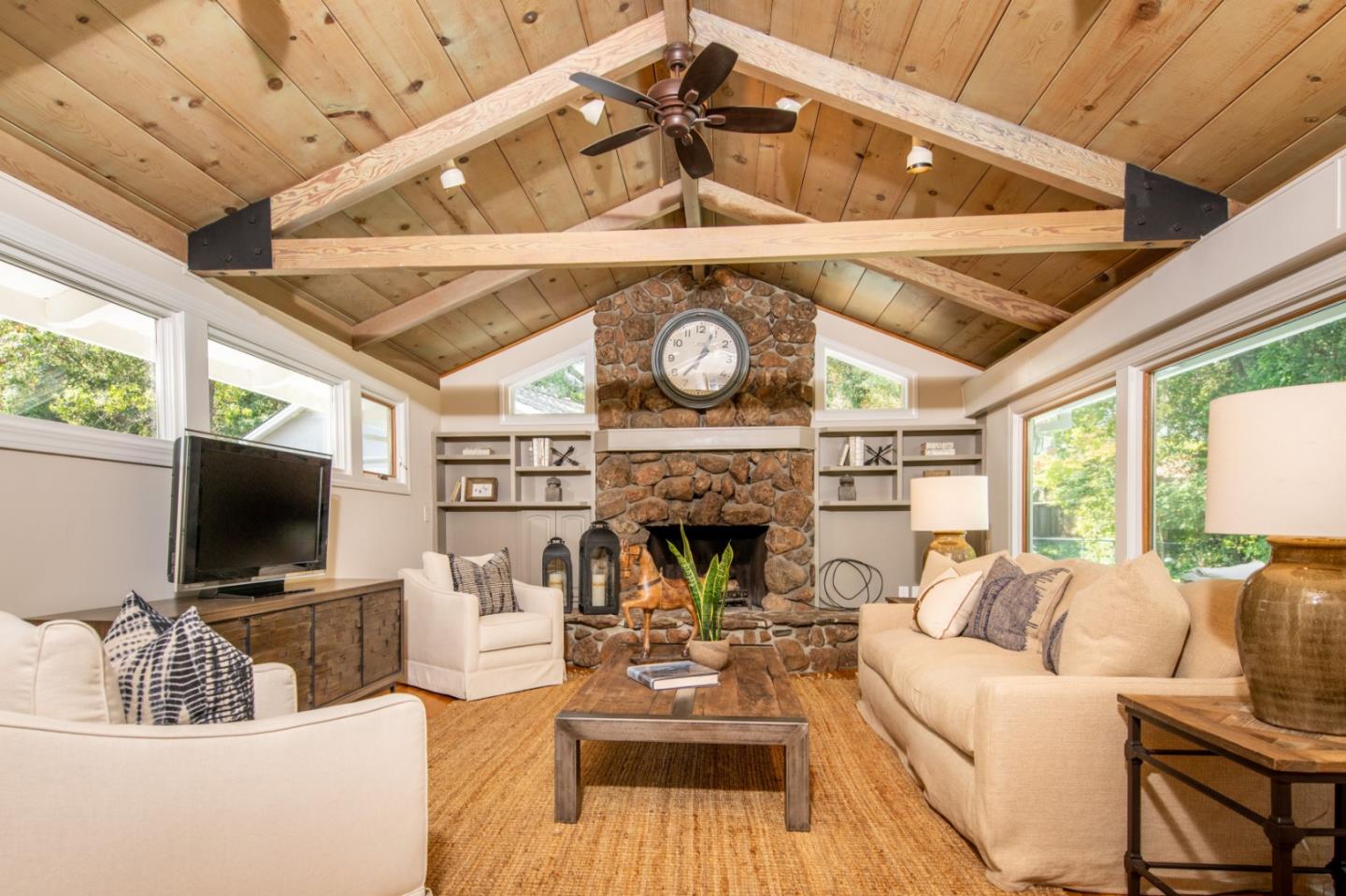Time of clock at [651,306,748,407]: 12:37
